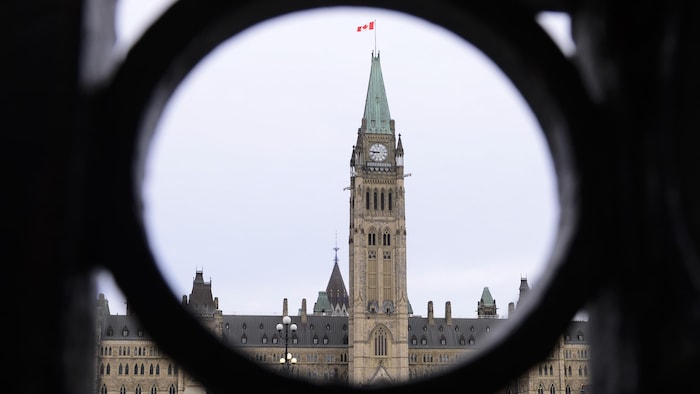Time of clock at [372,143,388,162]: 8:45
